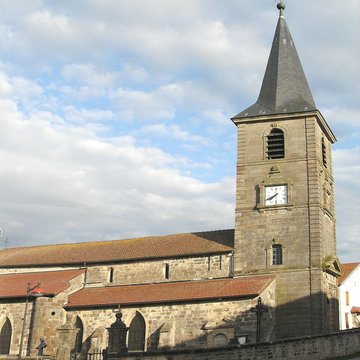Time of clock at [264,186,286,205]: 7:40
